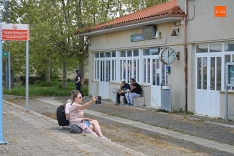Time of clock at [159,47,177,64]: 12:07
